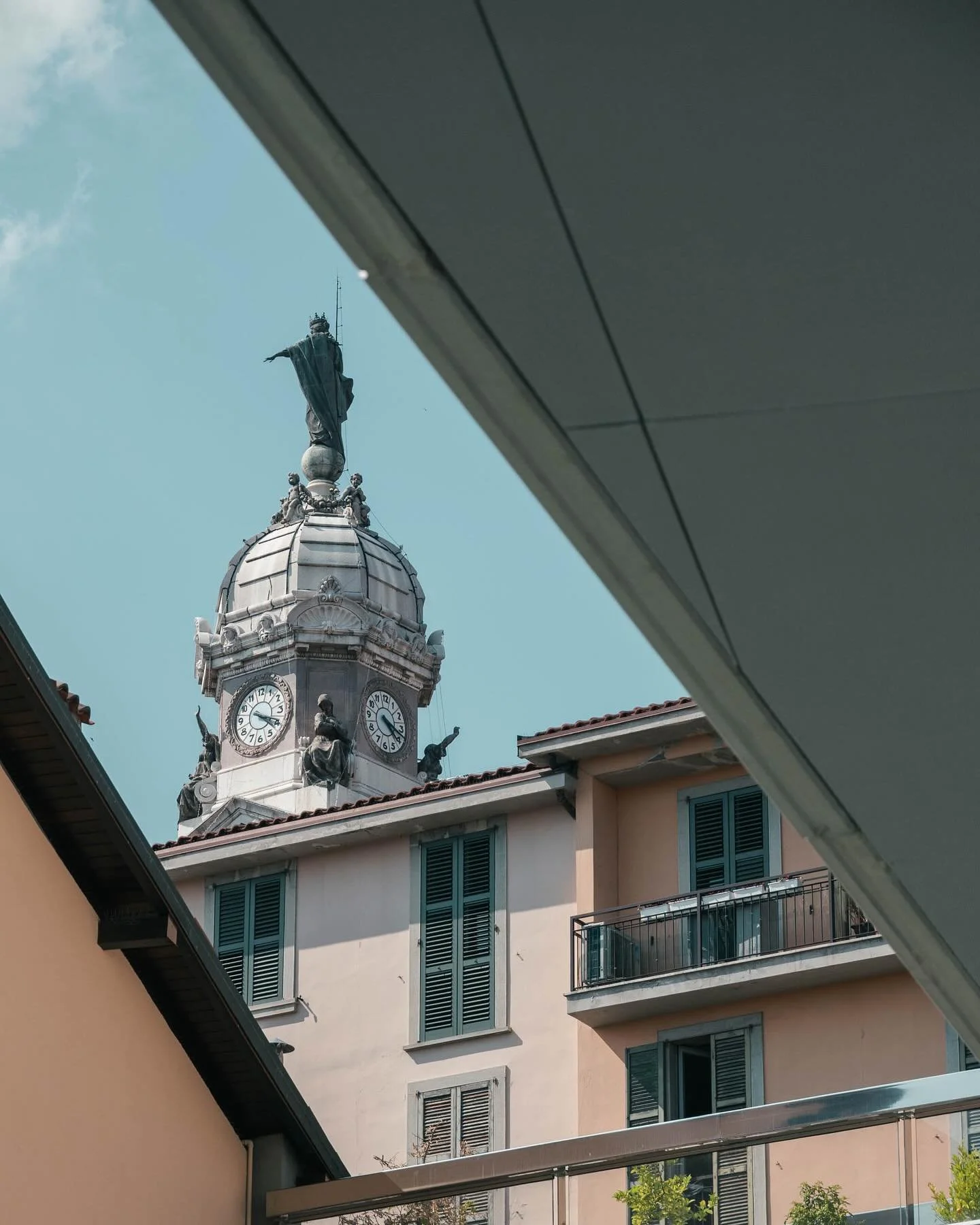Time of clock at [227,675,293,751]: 4:19
